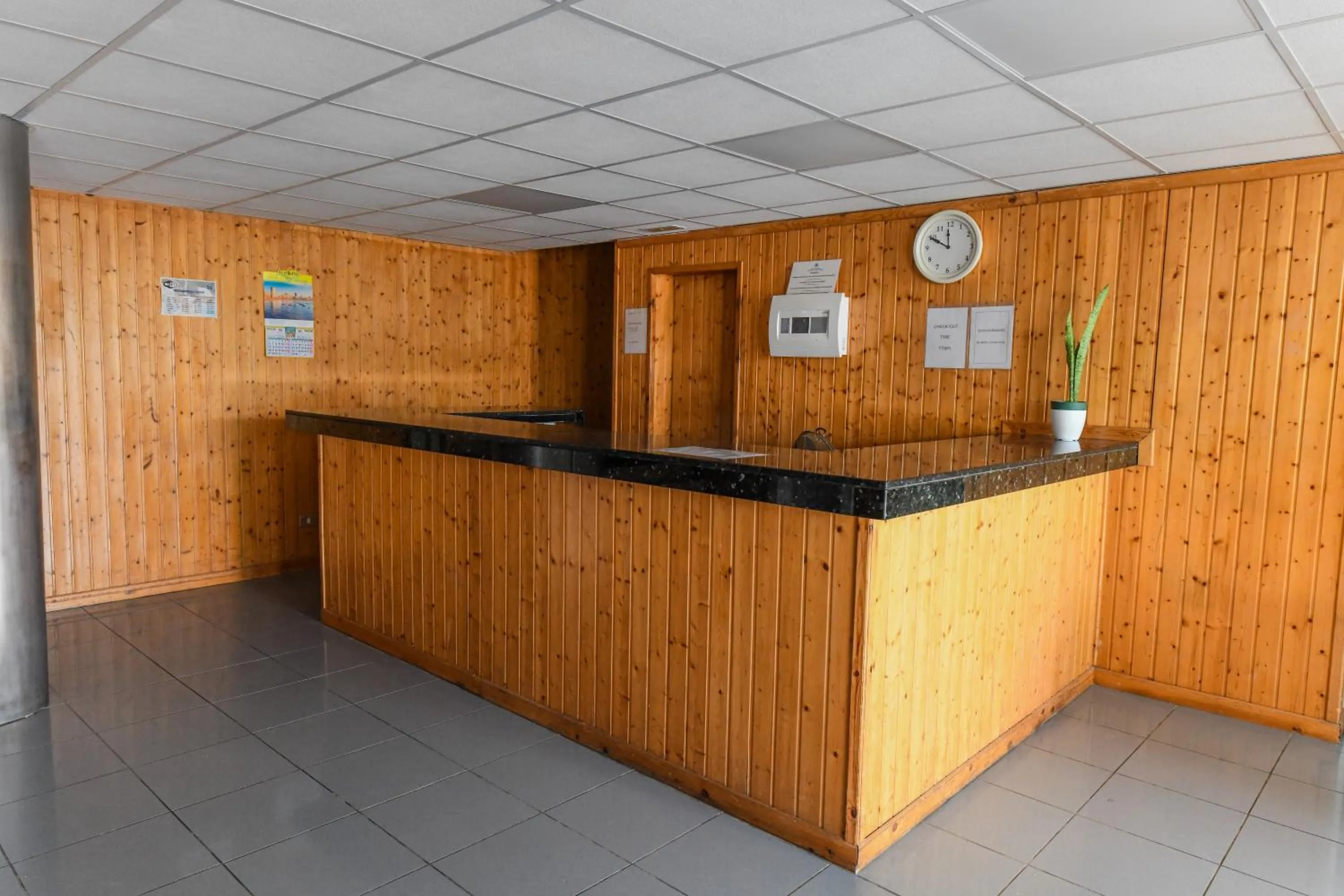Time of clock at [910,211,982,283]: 11:49
